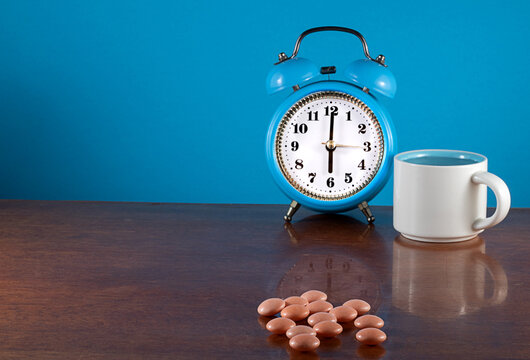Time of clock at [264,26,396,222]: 6:00
